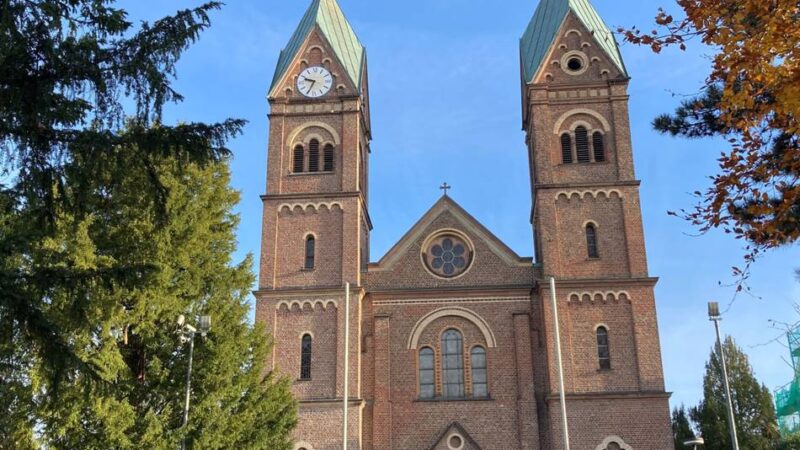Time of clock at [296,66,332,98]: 9:34
